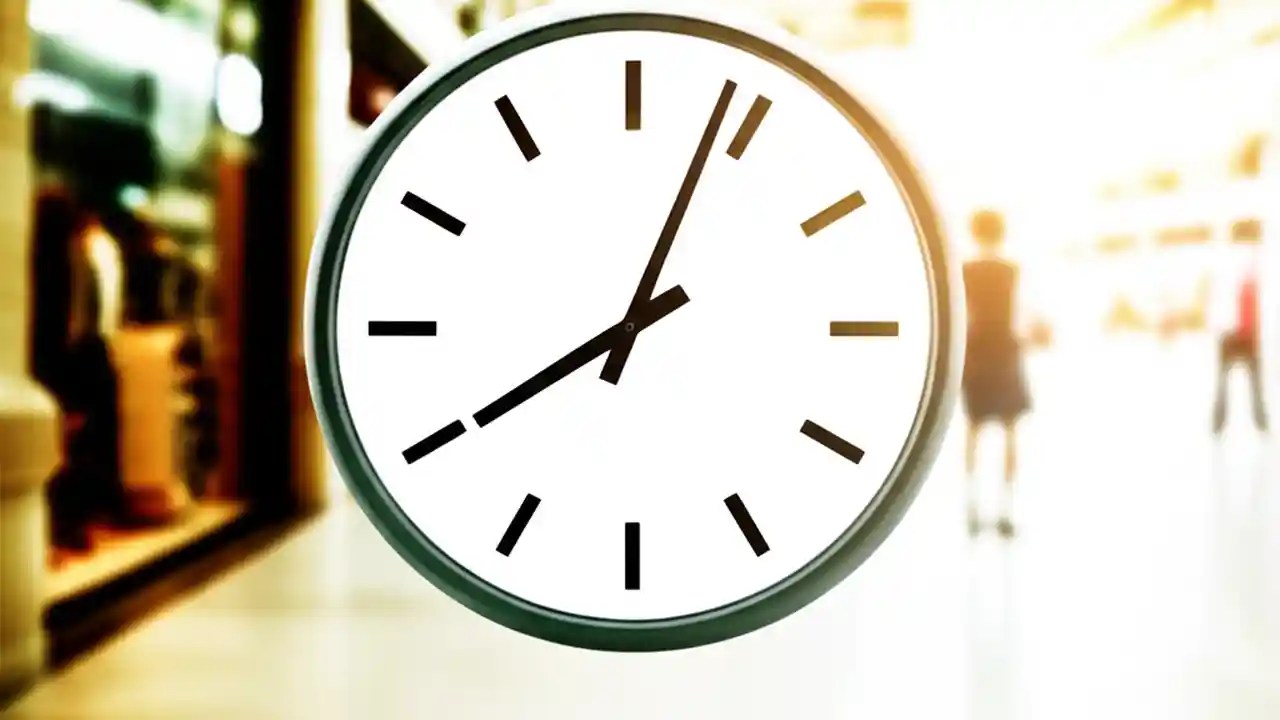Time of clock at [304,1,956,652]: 8:03
